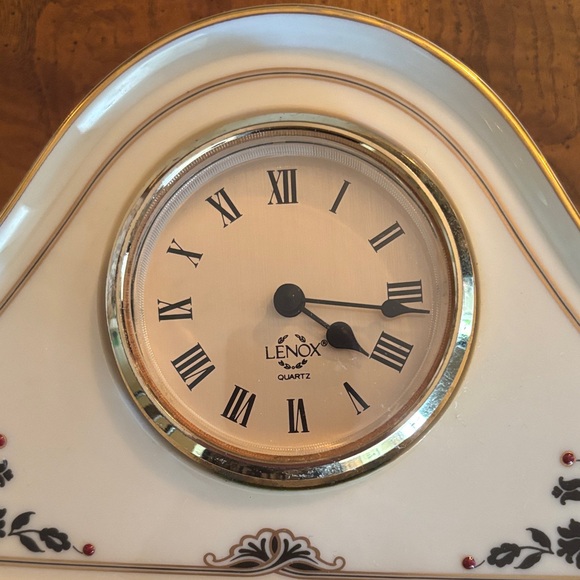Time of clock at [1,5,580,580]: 4:16
